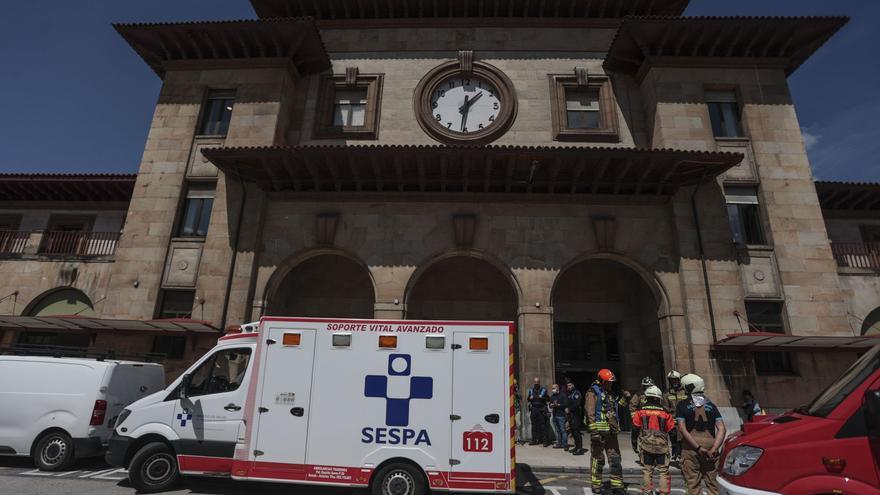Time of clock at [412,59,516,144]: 1:30
